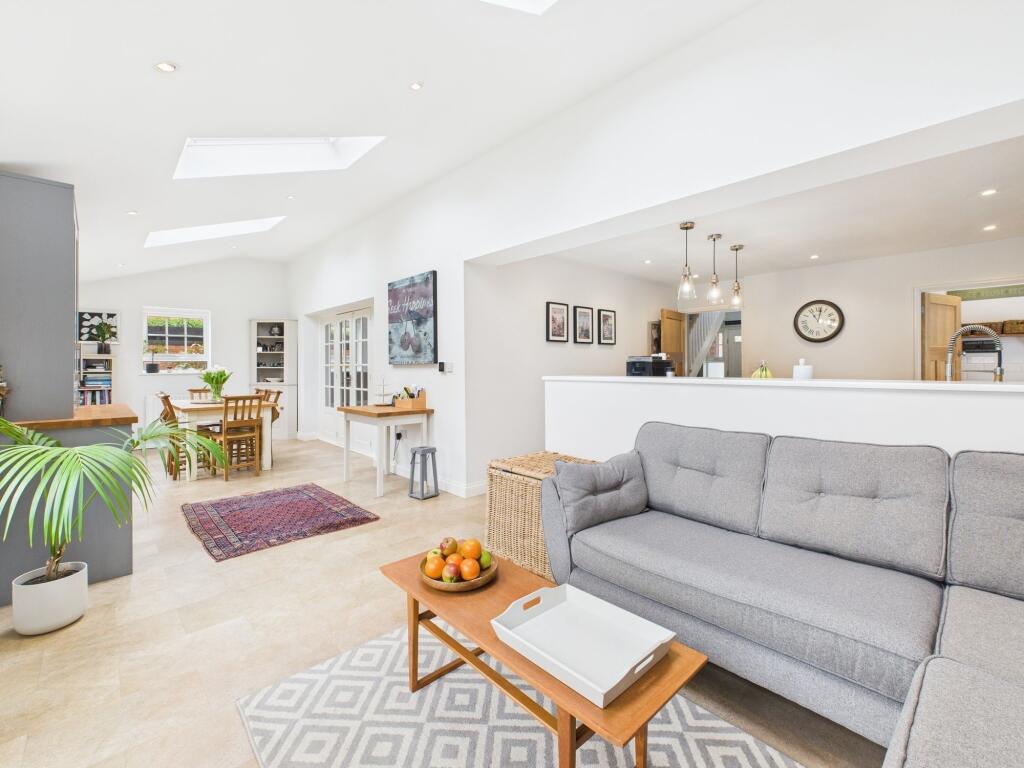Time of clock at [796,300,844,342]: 11:01
